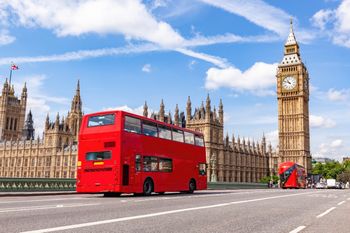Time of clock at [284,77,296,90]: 10:48
